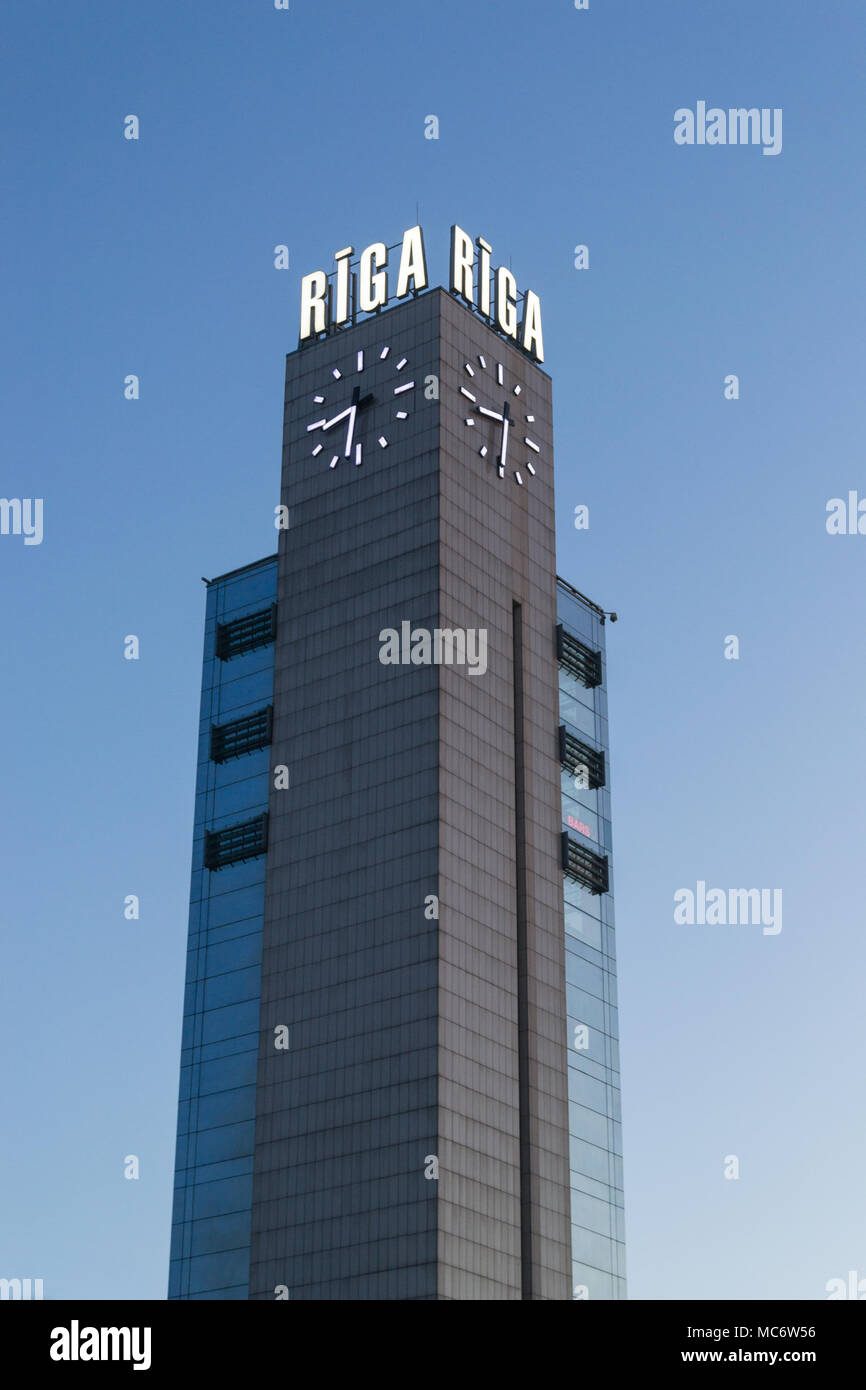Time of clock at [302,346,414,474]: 8:32
